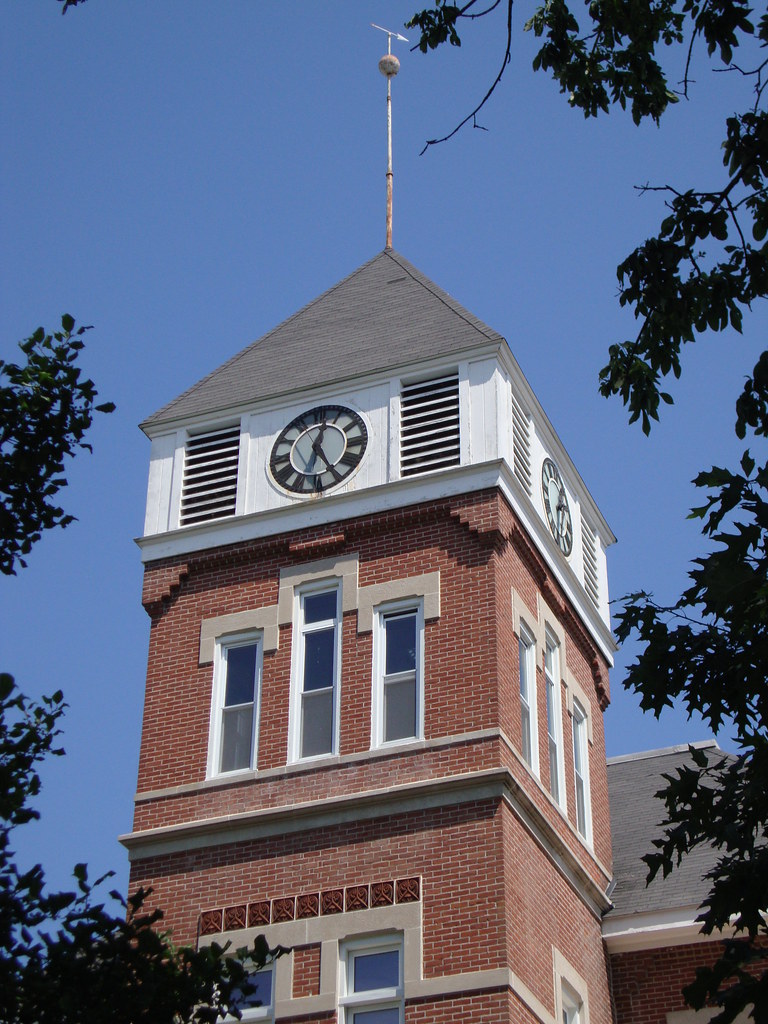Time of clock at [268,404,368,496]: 12:24
